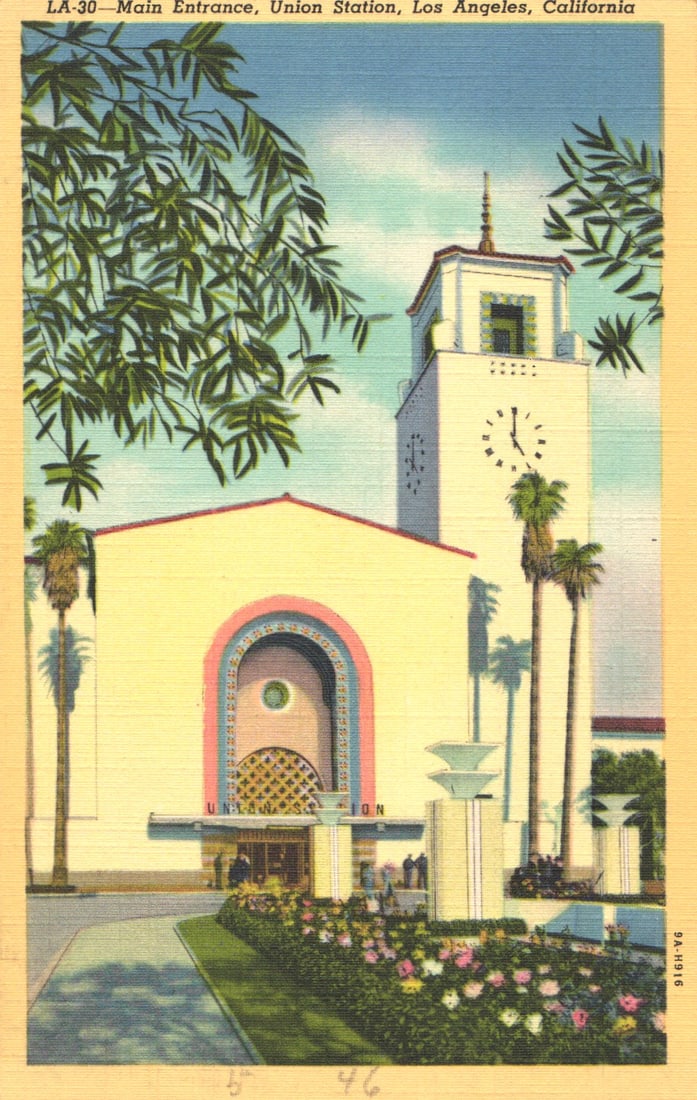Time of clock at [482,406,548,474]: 5:00
